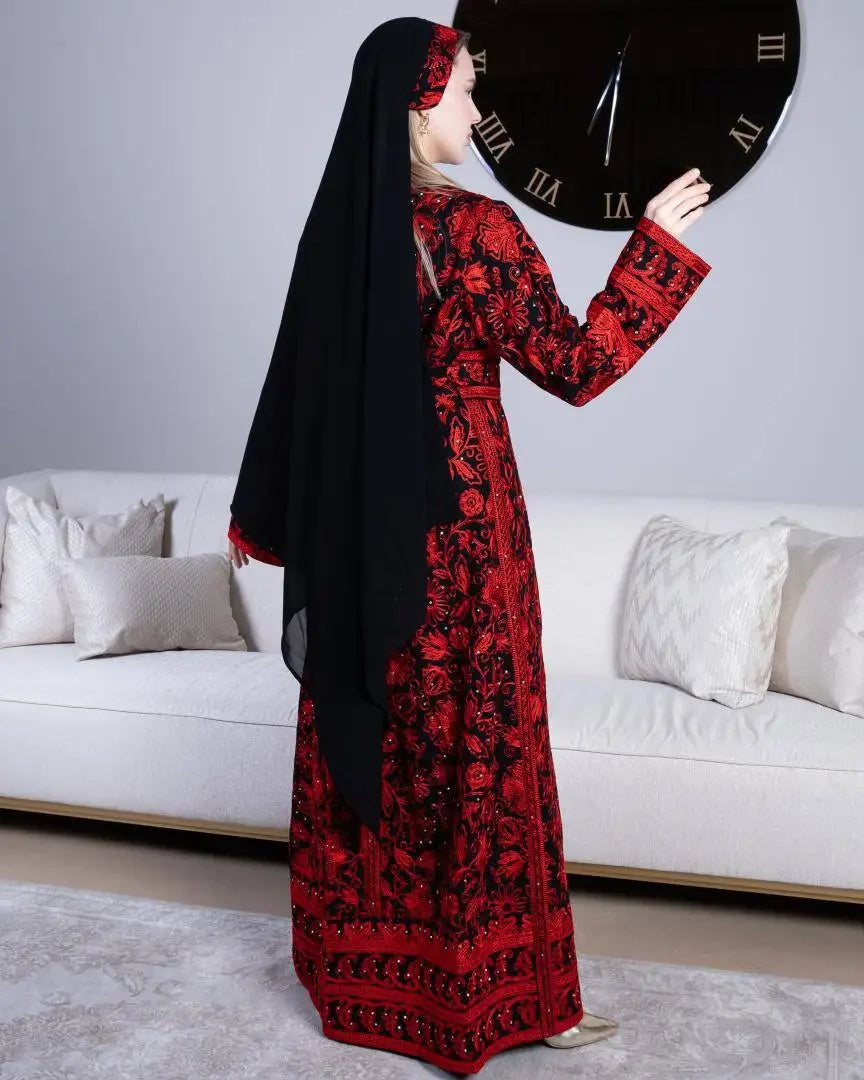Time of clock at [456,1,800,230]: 6:30
